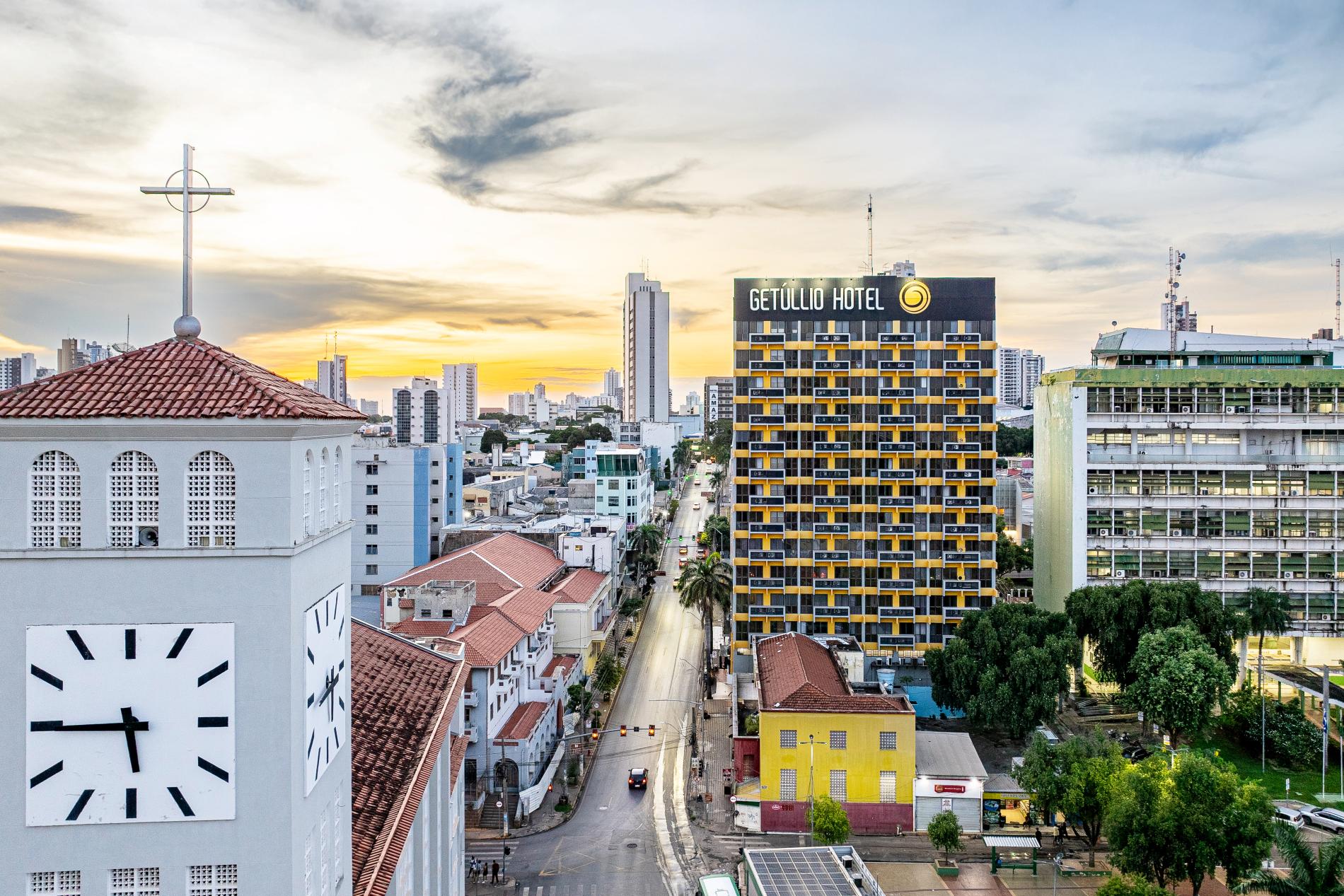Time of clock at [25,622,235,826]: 5:45
